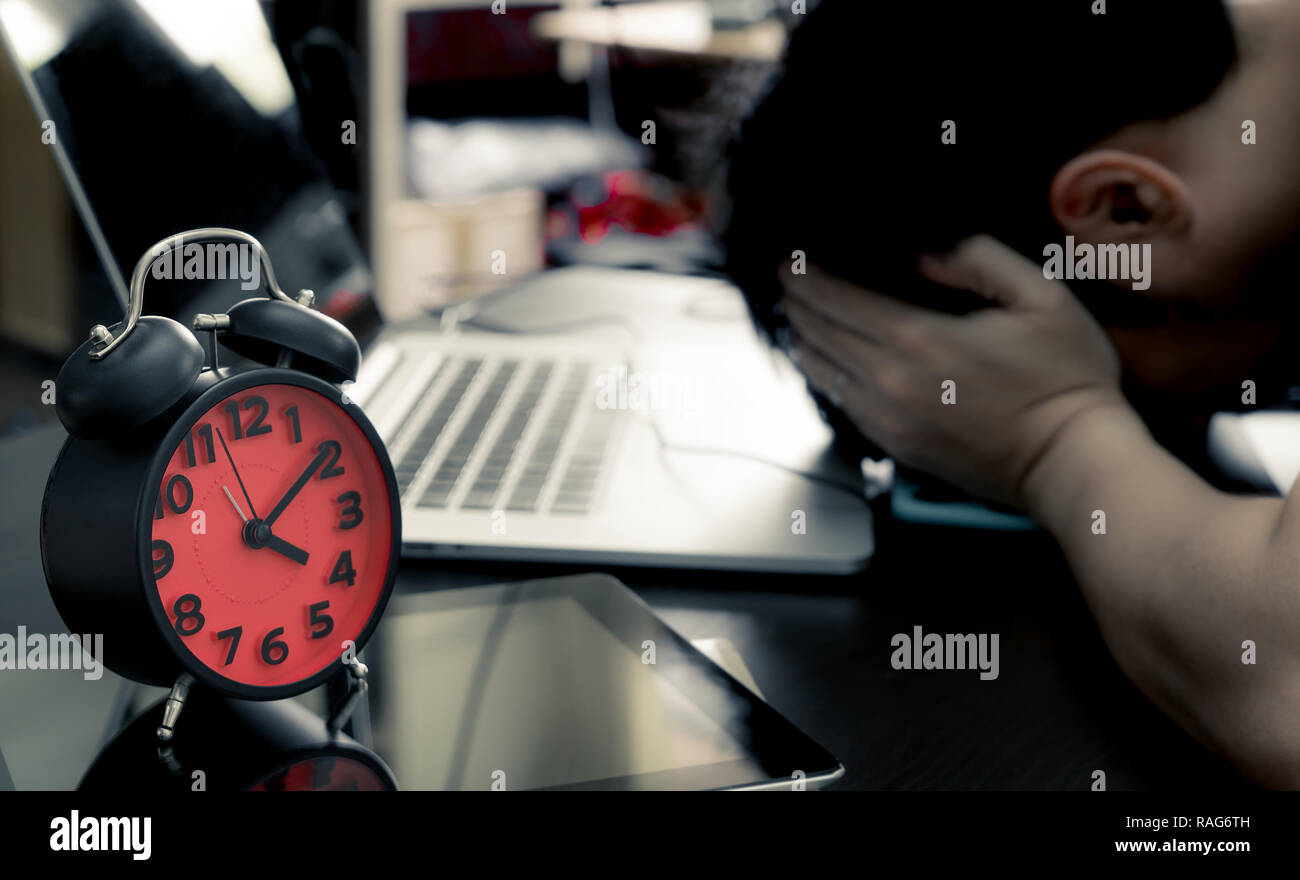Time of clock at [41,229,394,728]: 4:09
